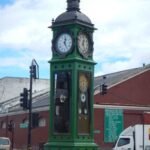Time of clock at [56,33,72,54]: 12:24
